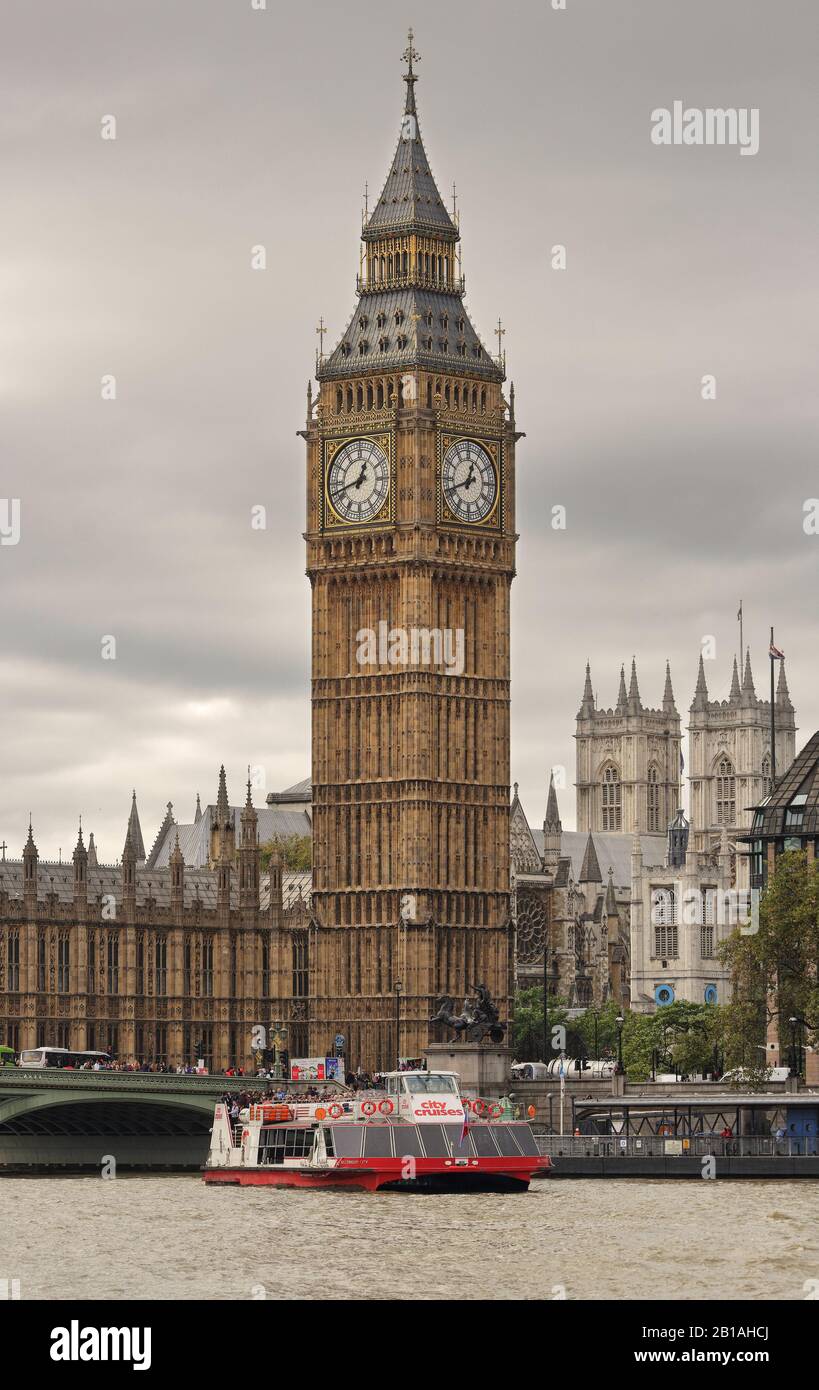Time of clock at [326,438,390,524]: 12:42
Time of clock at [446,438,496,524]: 12:41
